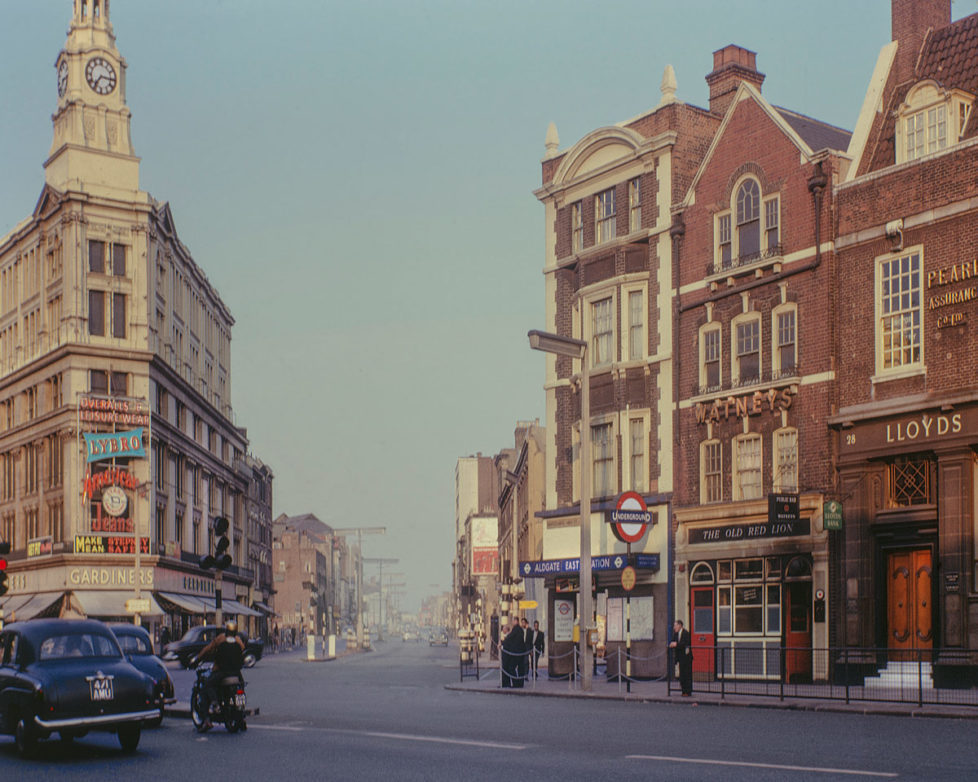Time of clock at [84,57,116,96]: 7:15
